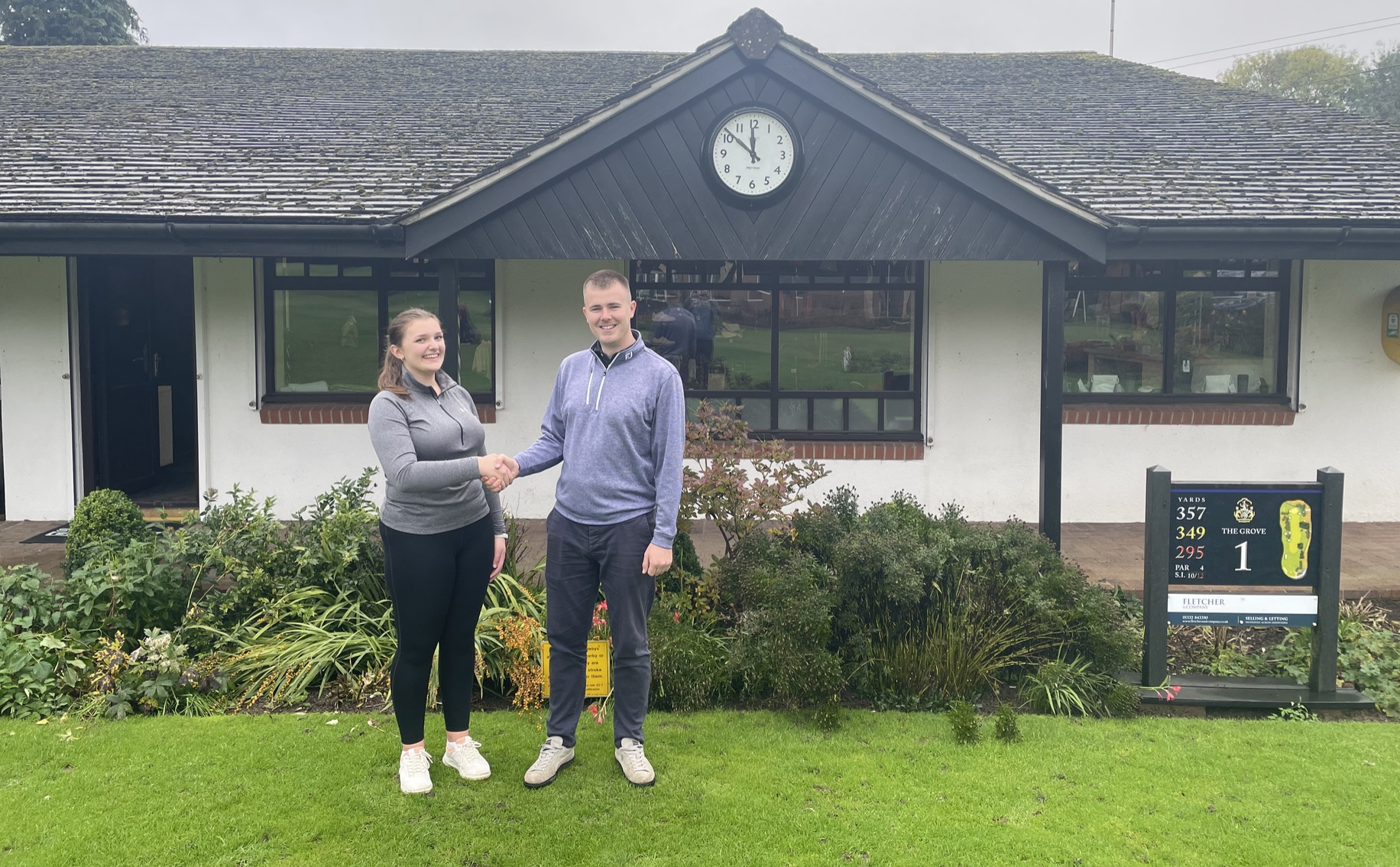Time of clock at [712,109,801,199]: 11:51
